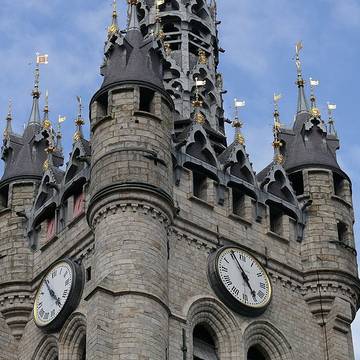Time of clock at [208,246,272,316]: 4:55
